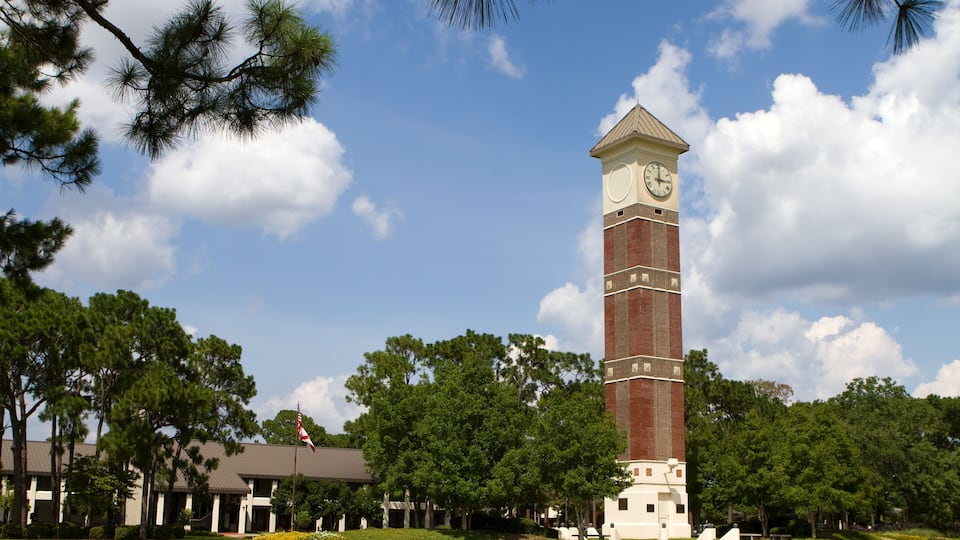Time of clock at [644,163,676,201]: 3:01
